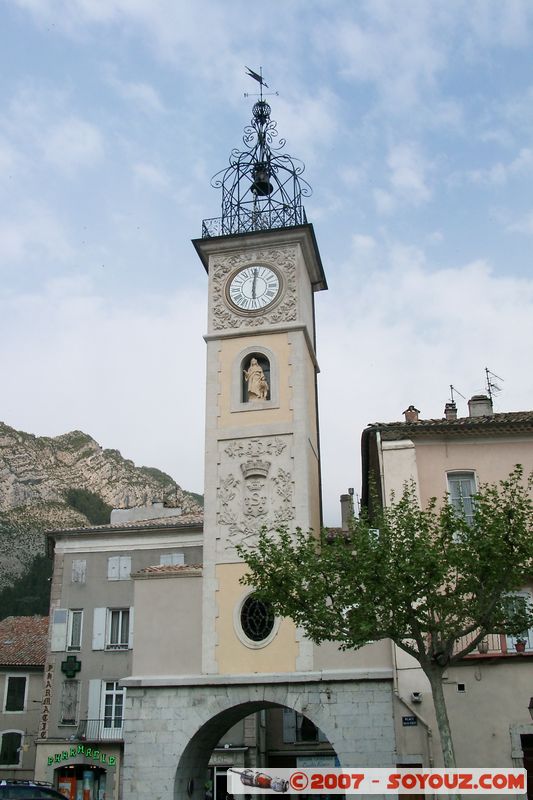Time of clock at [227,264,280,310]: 6:00
